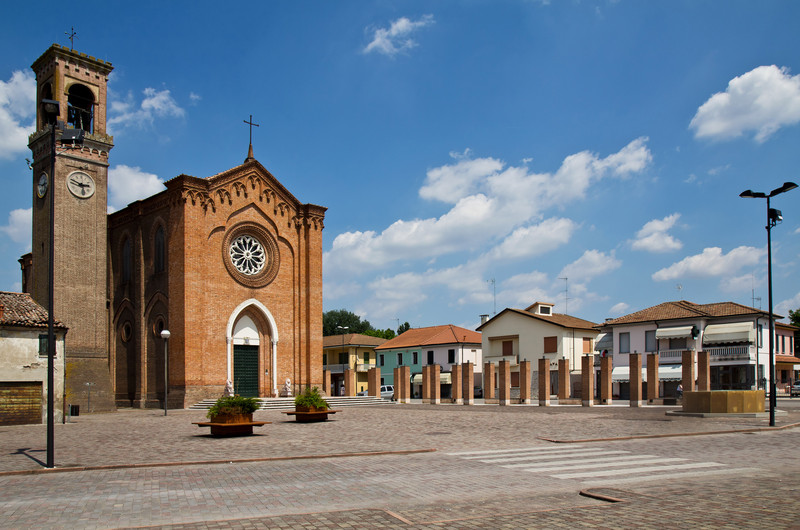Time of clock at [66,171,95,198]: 2:48
